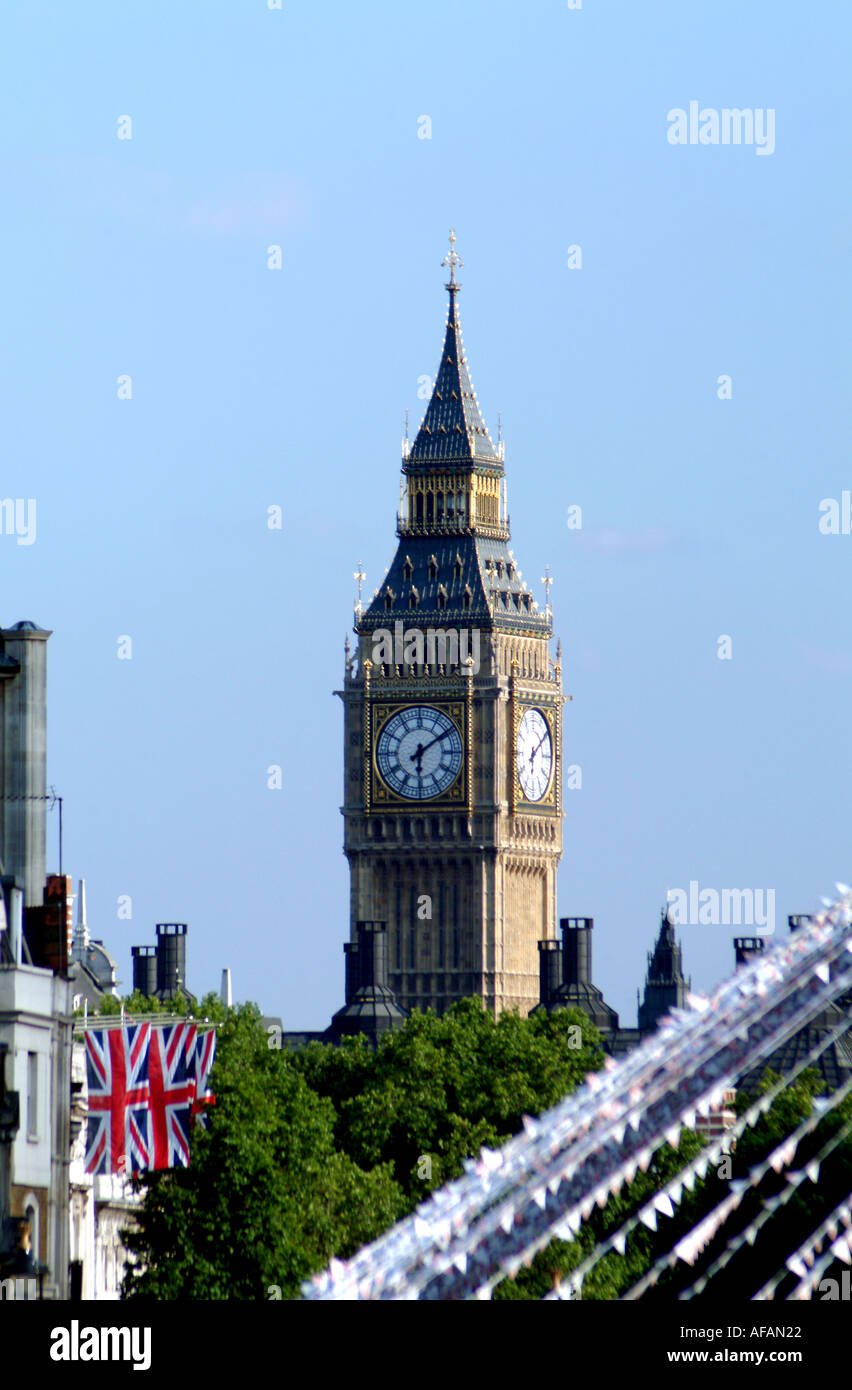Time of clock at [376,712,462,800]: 6:09
